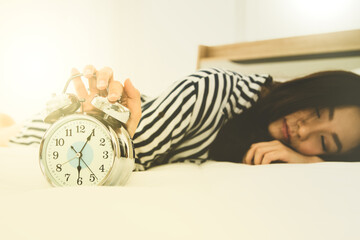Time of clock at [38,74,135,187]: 6:05
